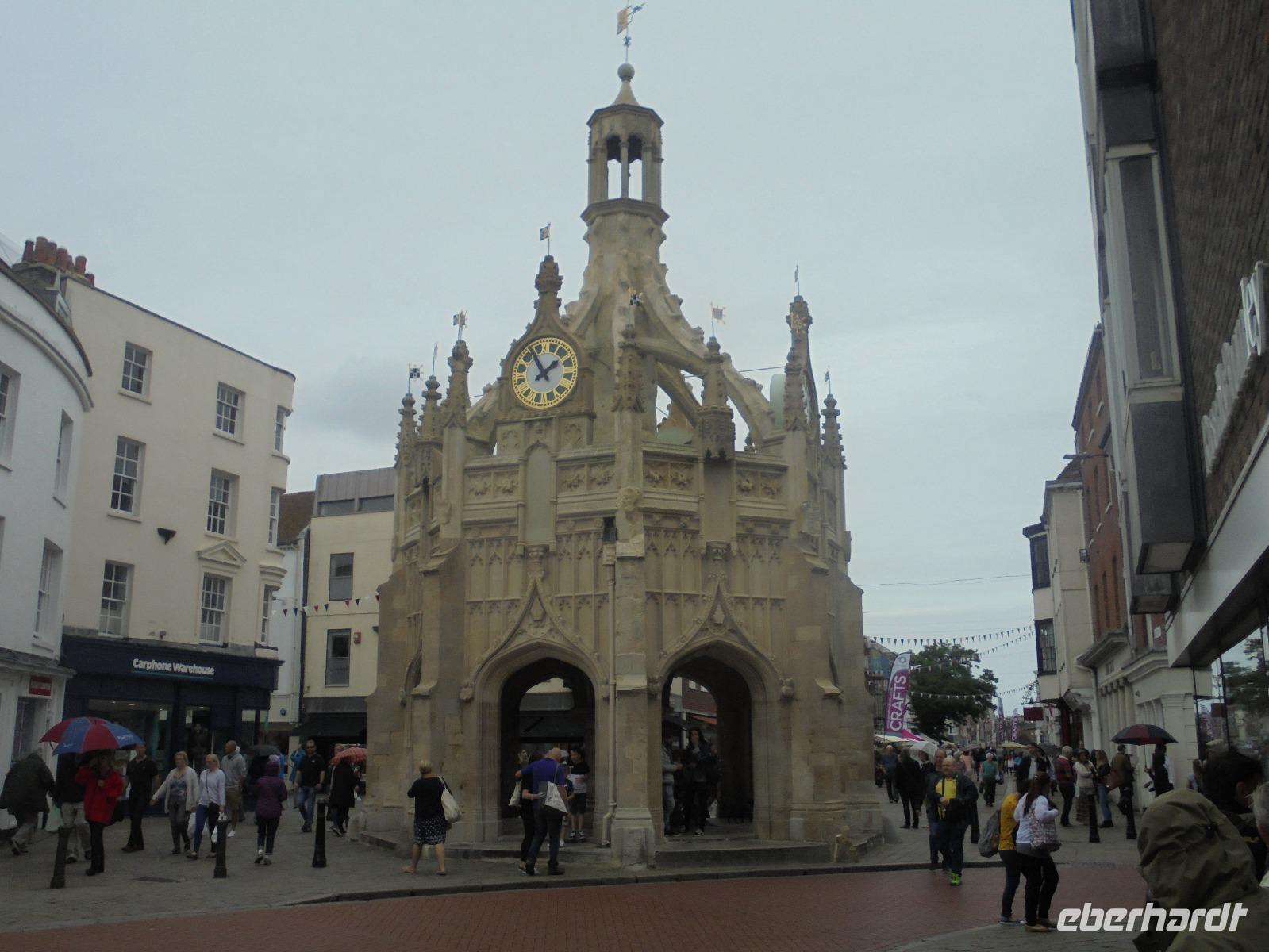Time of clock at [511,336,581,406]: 1:54
